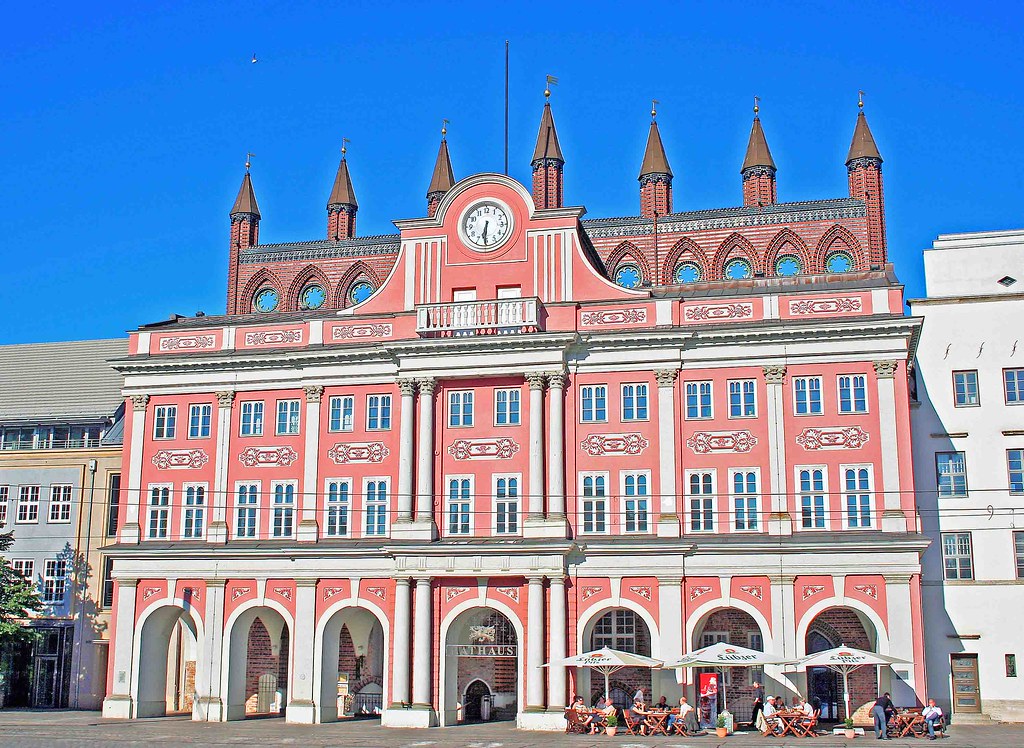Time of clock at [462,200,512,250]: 6:30
